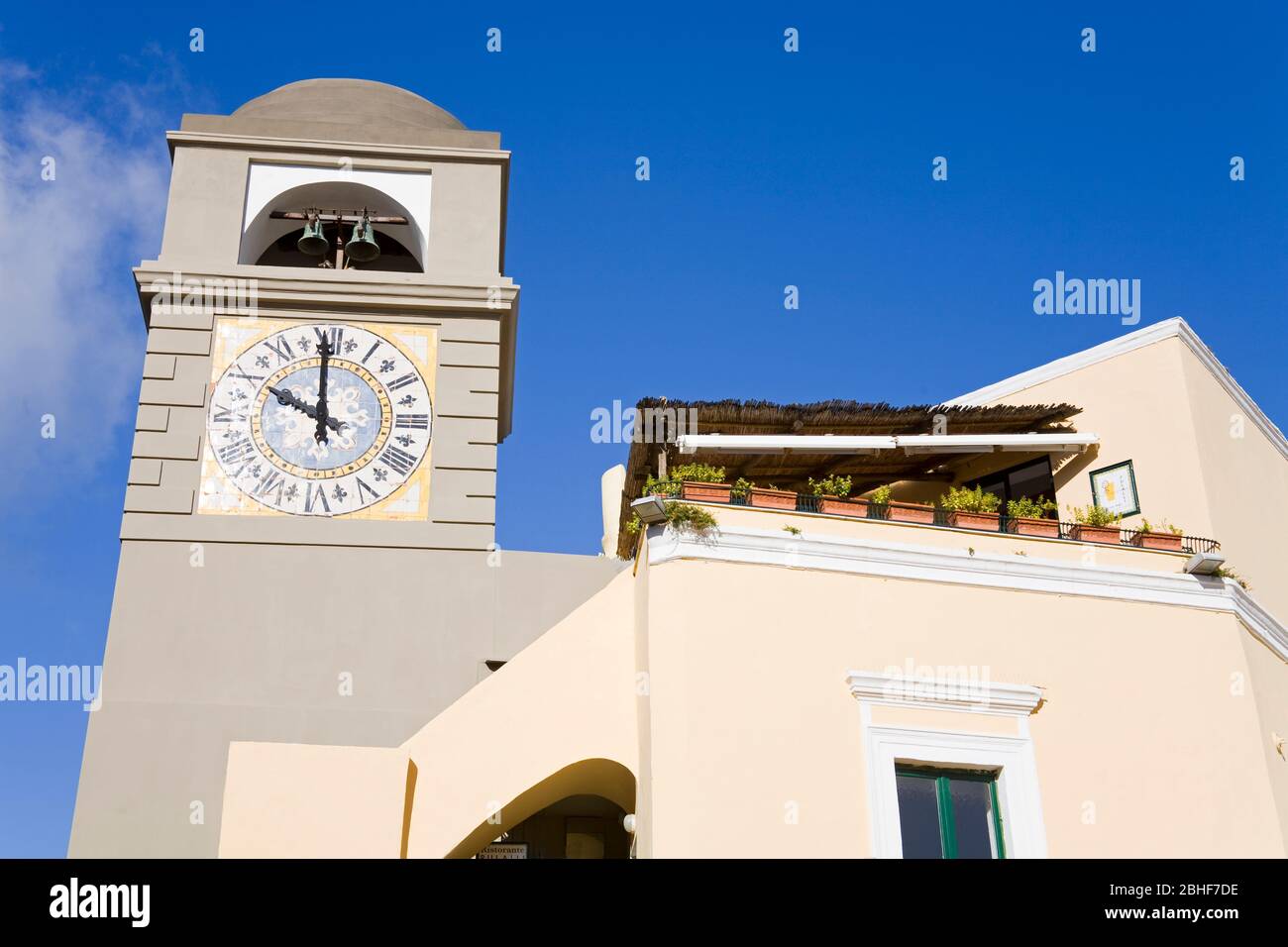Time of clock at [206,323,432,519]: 9:59
